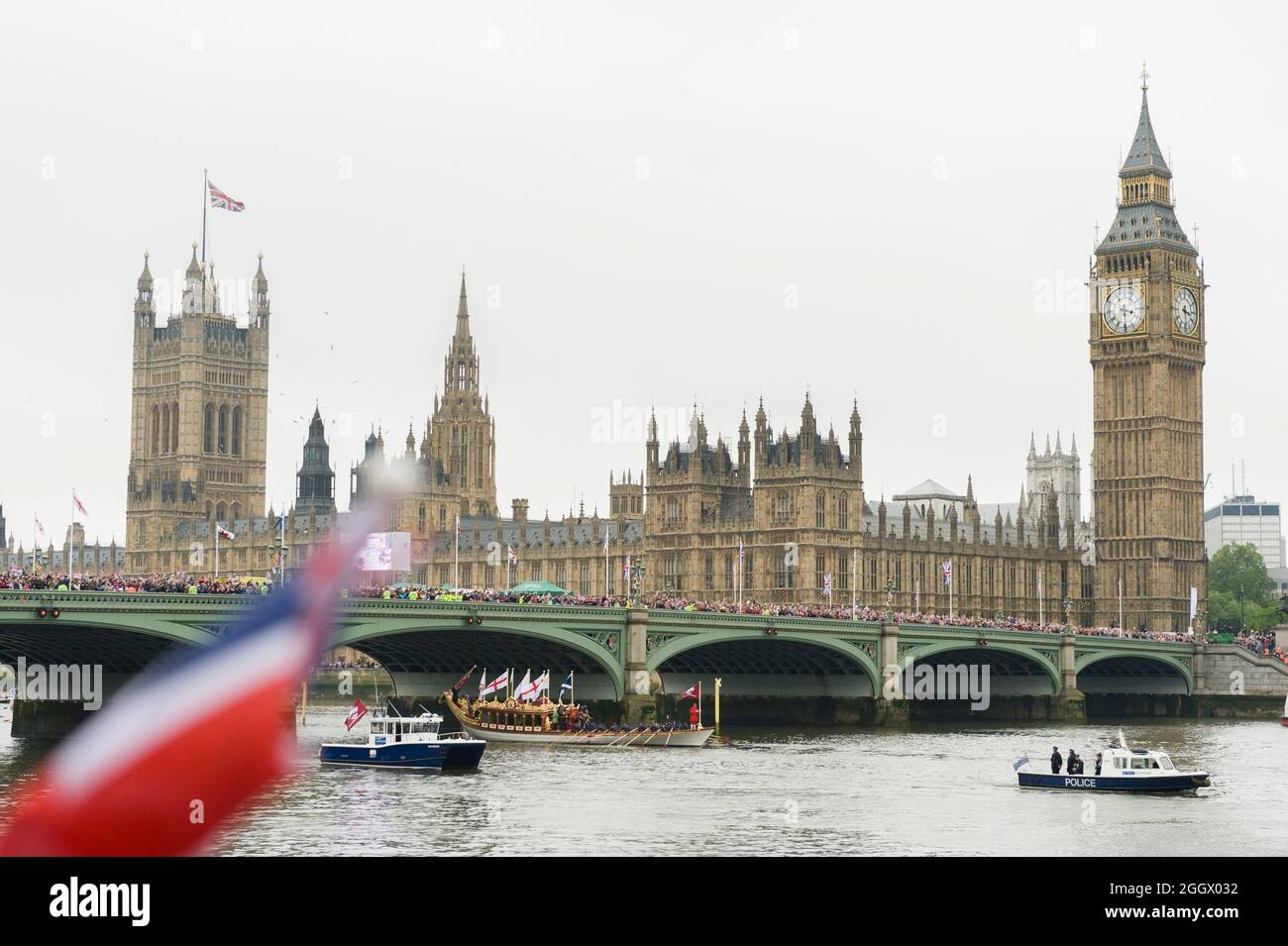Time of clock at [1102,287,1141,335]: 3:29
